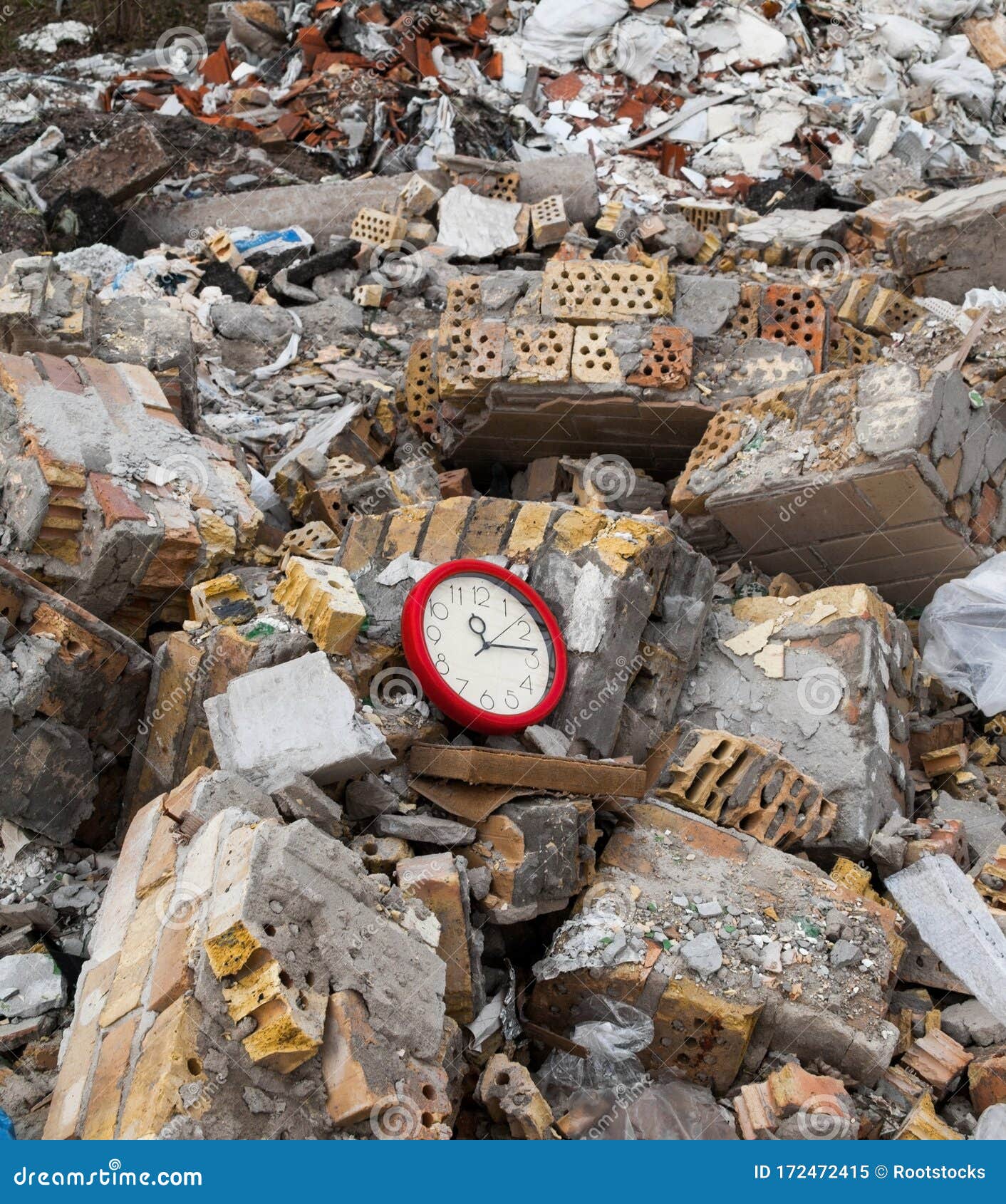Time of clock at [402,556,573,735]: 11:13
